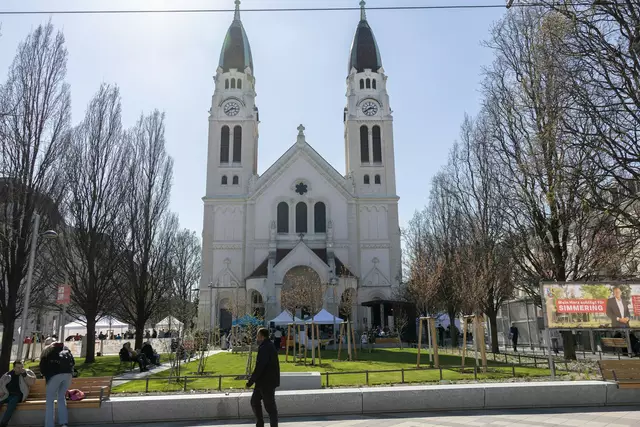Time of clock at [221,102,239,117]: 2:39
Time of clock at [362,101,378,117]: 2:39
